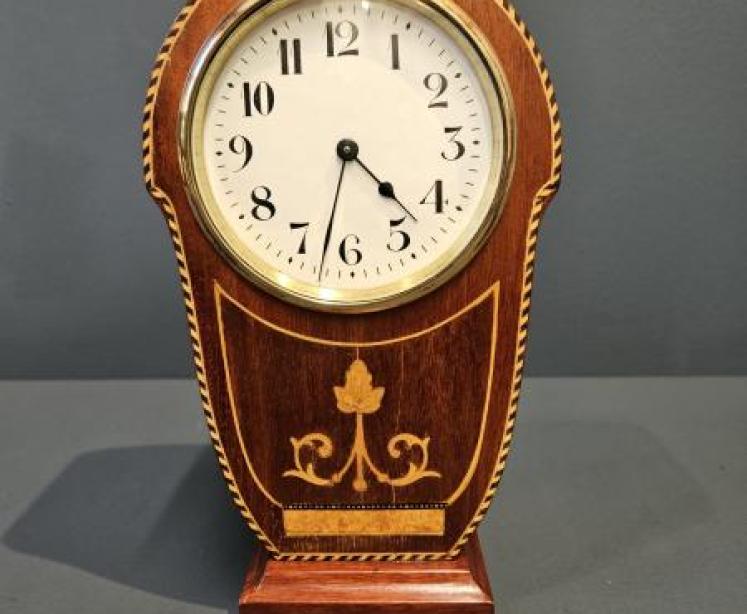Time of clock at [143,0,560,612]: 4:32
